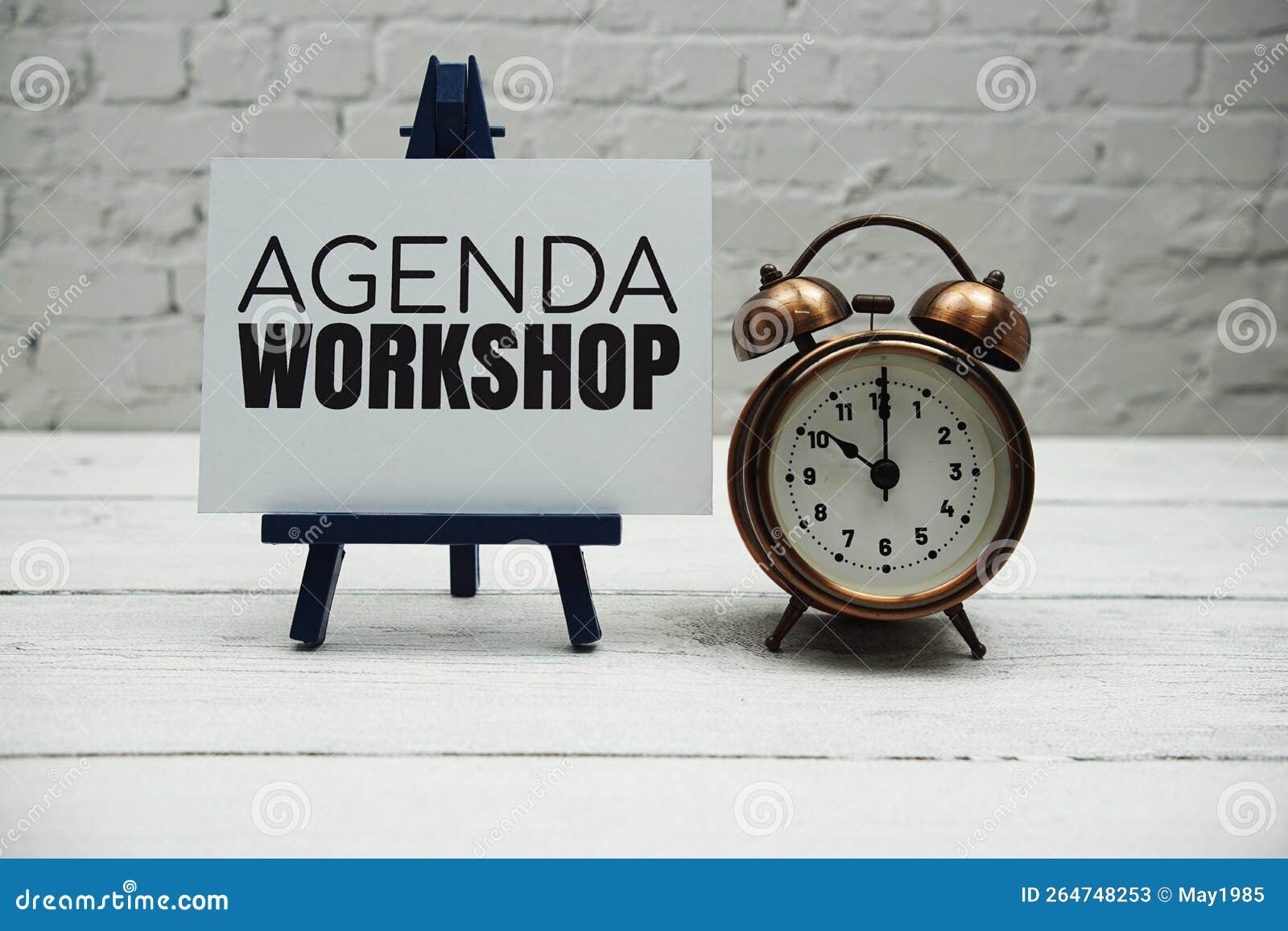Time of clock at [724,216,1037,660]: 10:00
